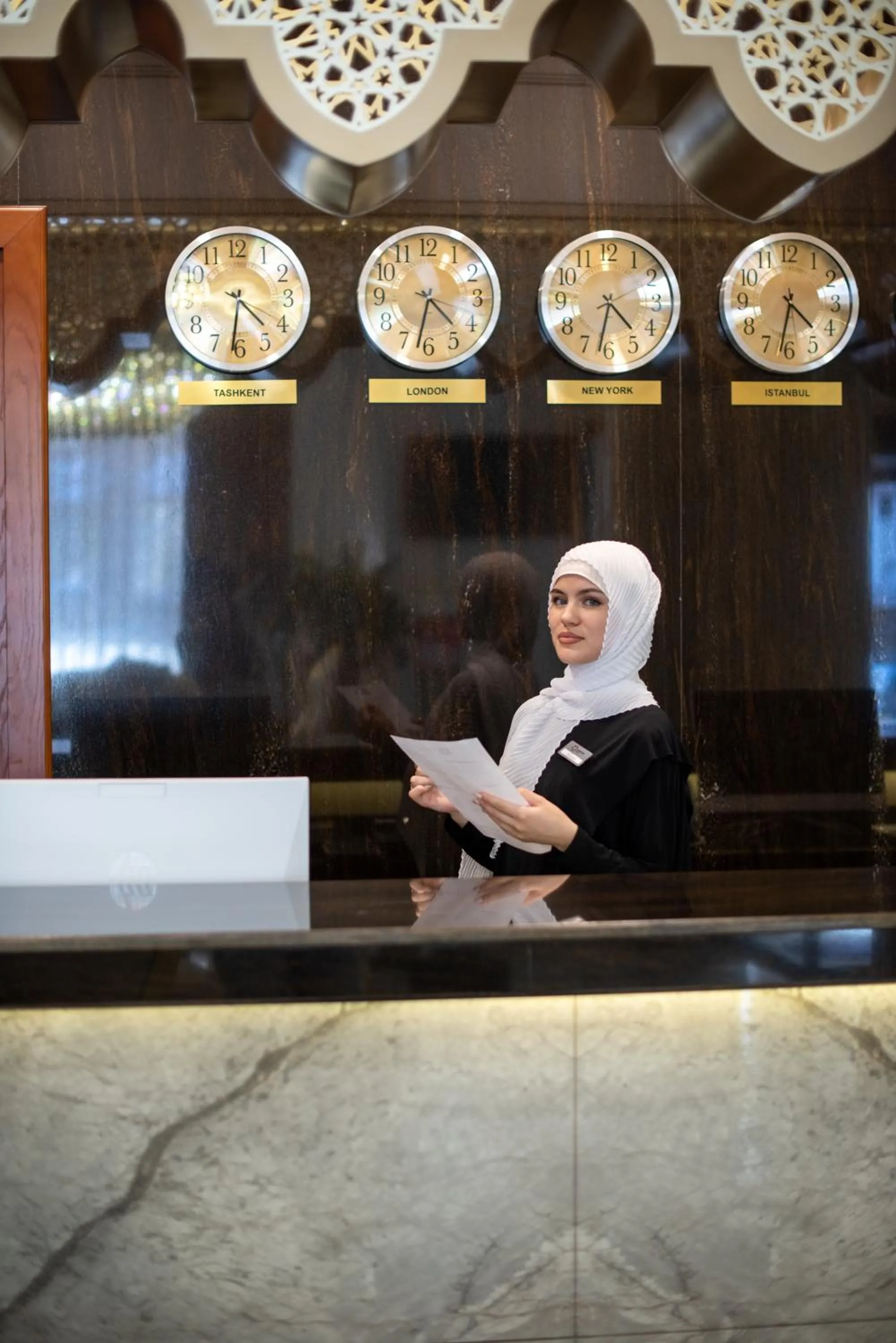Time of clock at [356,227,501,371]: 4:32
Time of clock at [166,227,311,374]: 4:31
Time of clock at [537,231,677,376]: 4:32
